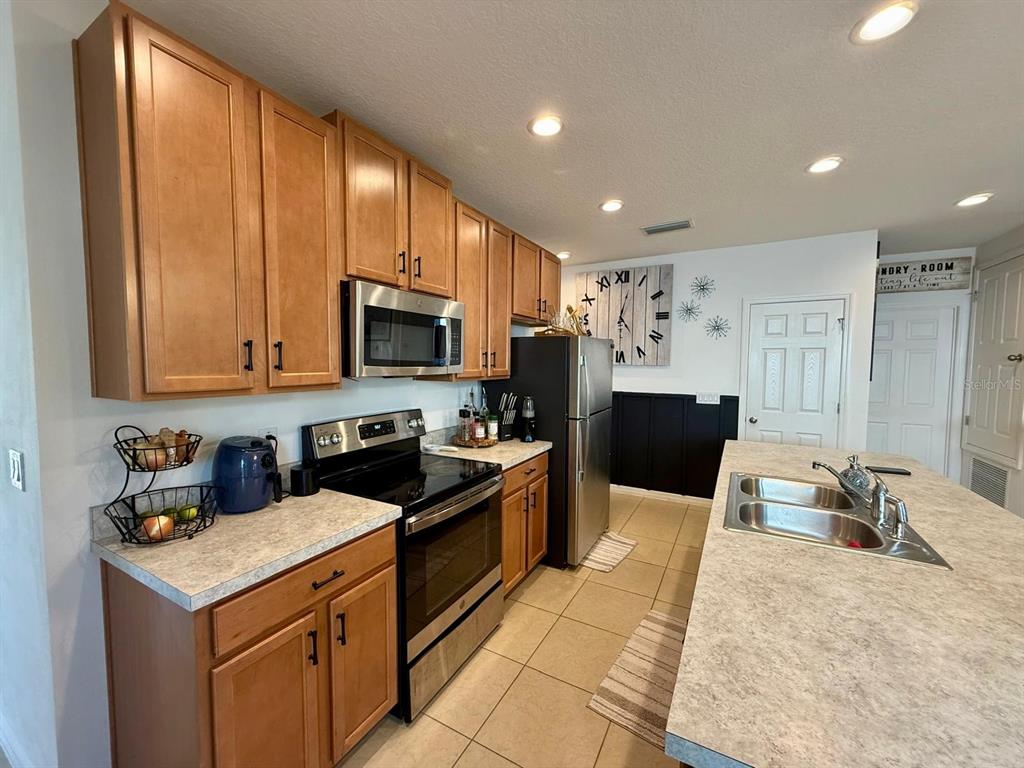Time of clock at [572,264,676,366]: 12:23
